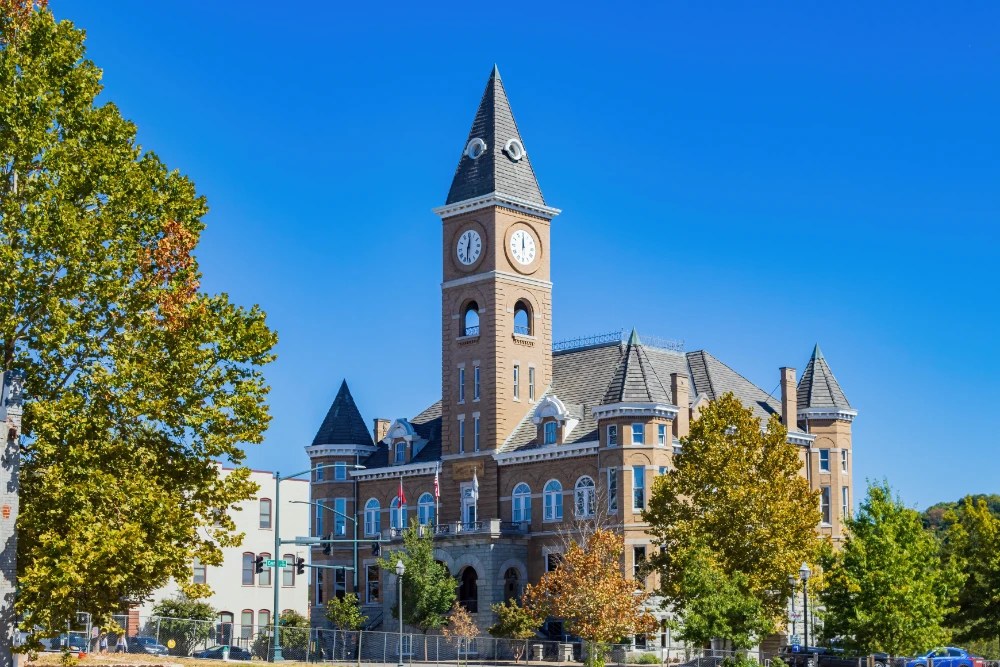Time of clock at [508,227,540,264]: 12:00
